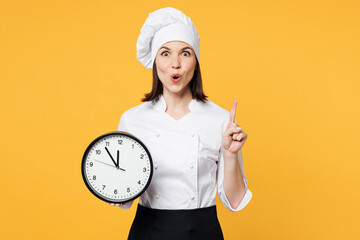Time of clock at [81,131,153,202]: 11:53
